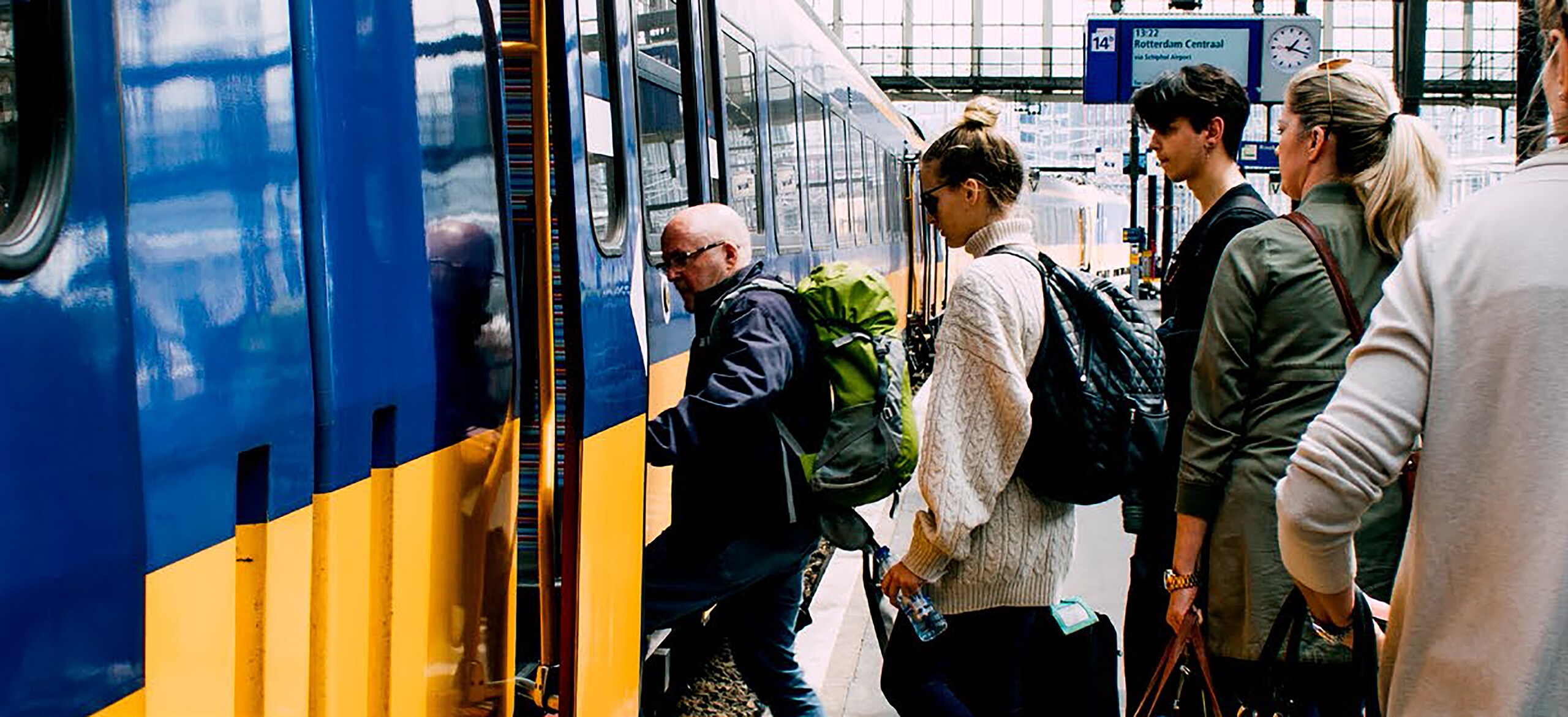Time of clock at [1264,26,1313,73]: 1:18
